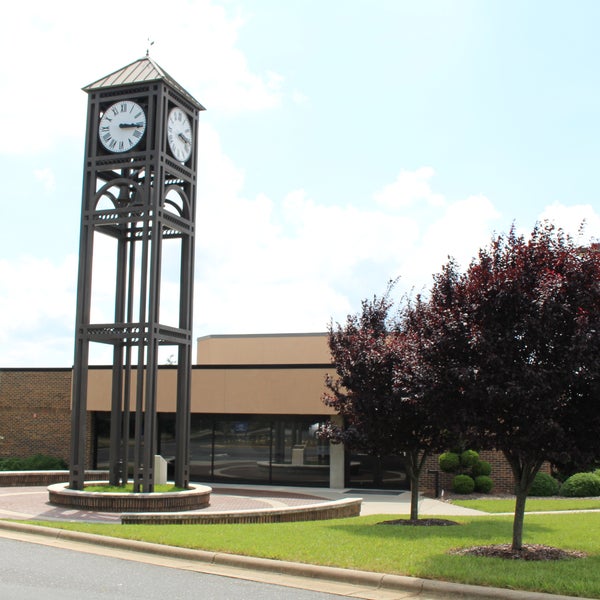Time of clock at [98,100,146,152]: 3:16
